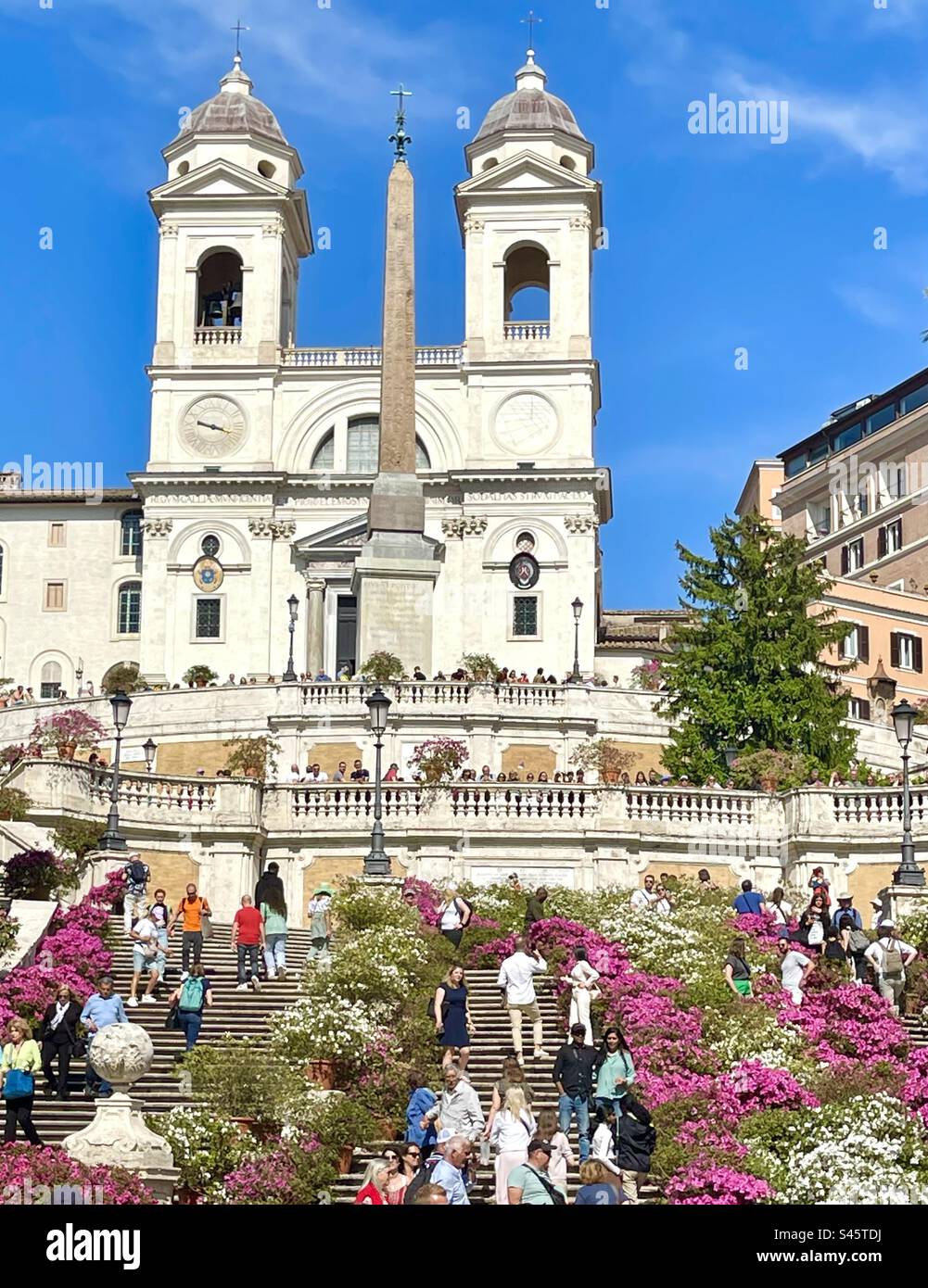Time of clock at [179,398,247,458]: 9:18
